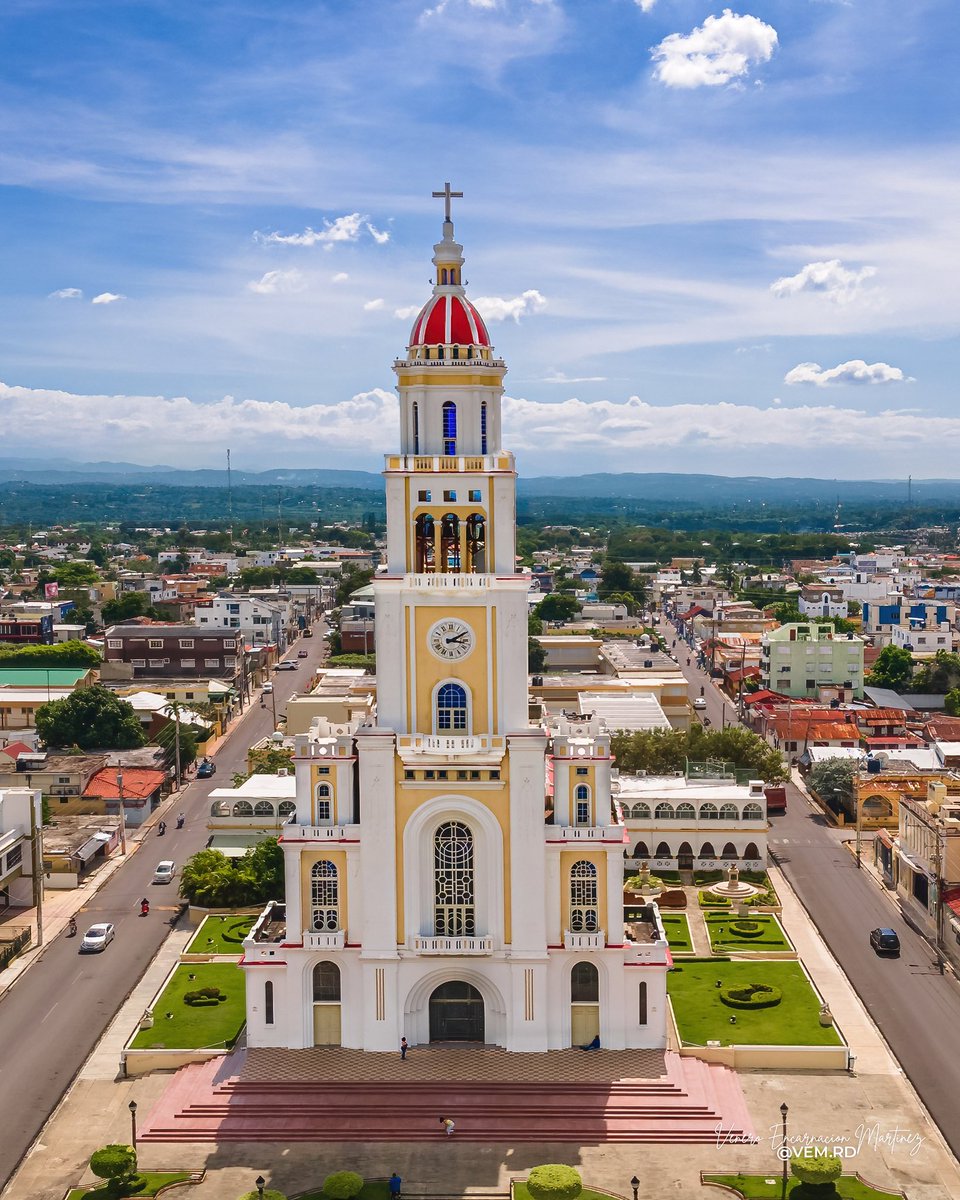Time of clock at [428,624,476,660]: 3:09
